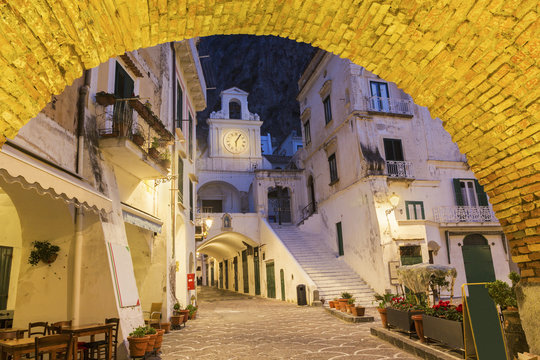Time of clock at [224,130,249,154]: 6:05
